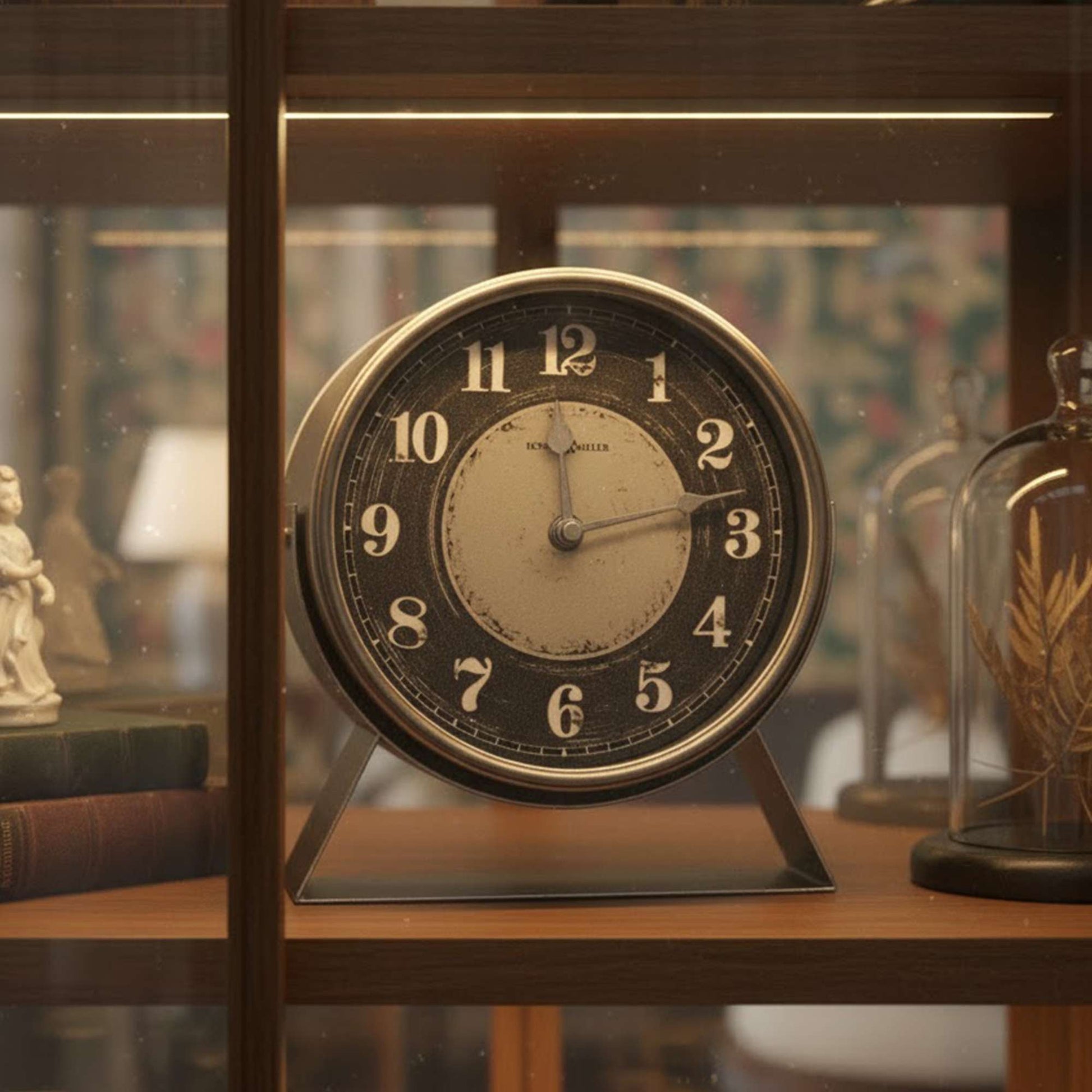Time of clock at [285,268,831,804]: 12:13
